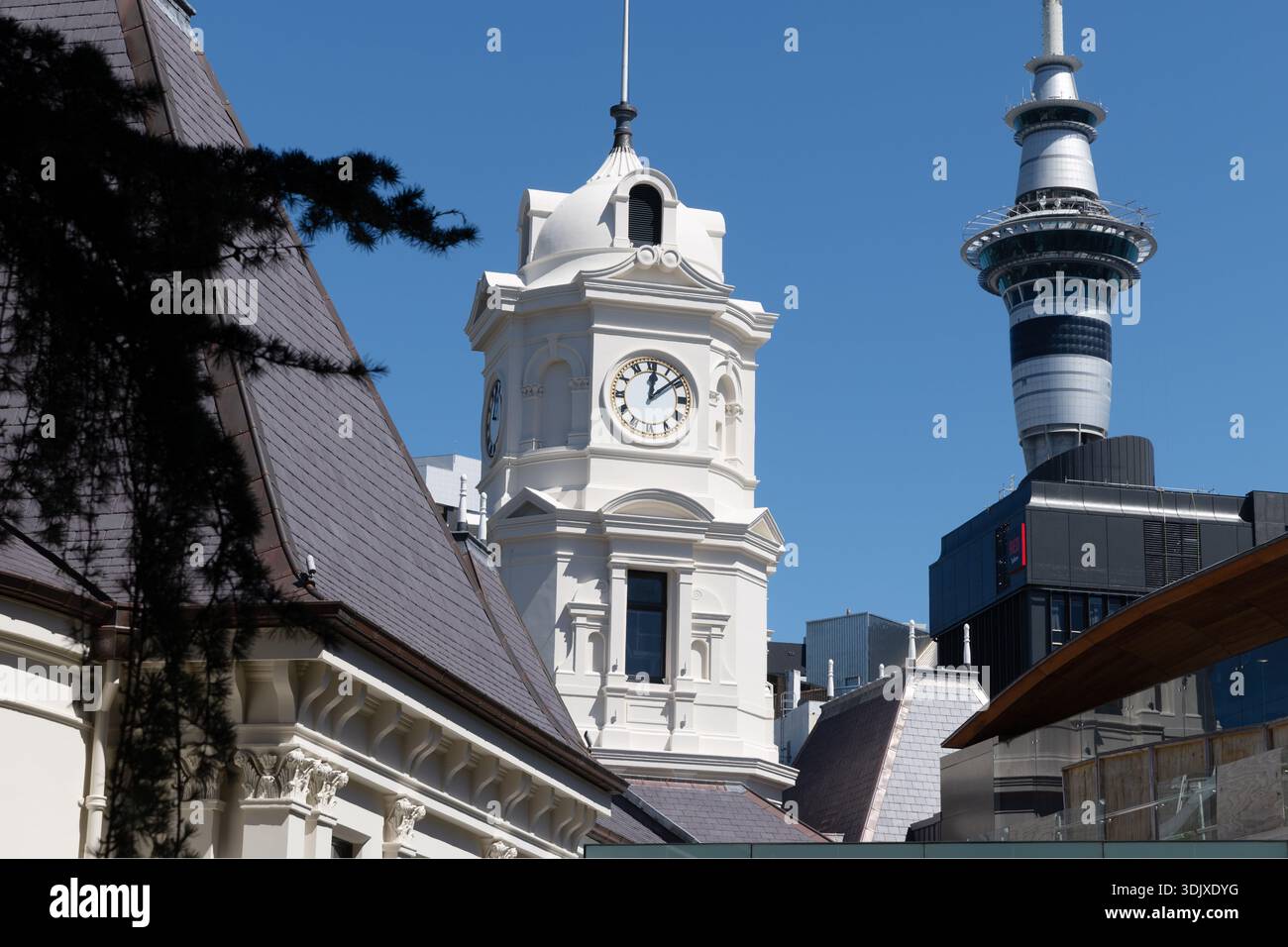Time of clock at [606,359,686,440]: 12:08
